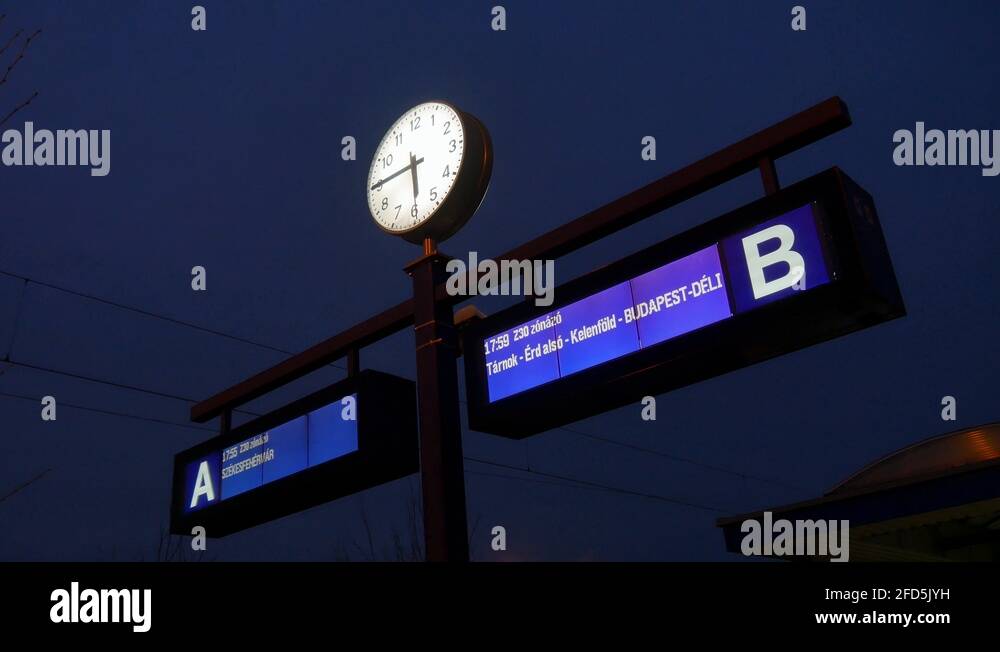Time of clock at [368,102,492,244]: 5:45
